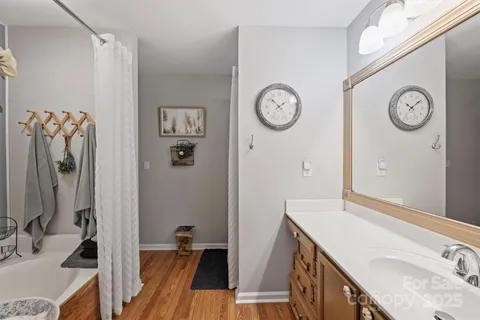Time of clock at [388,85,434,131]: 10:08
